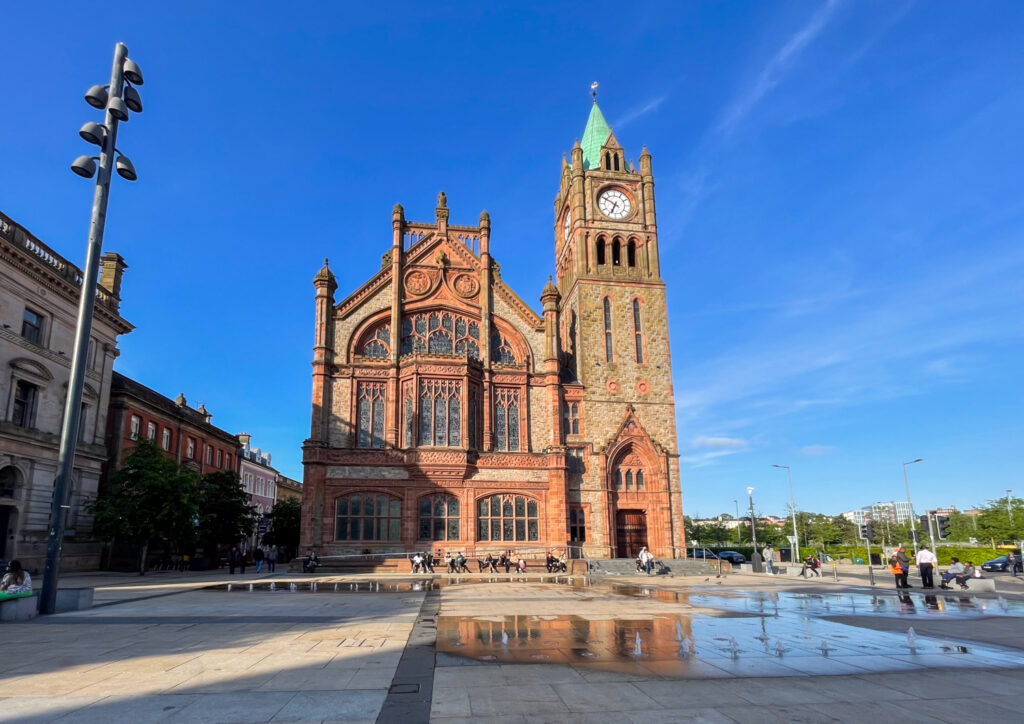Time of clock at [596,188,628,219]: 6:49
